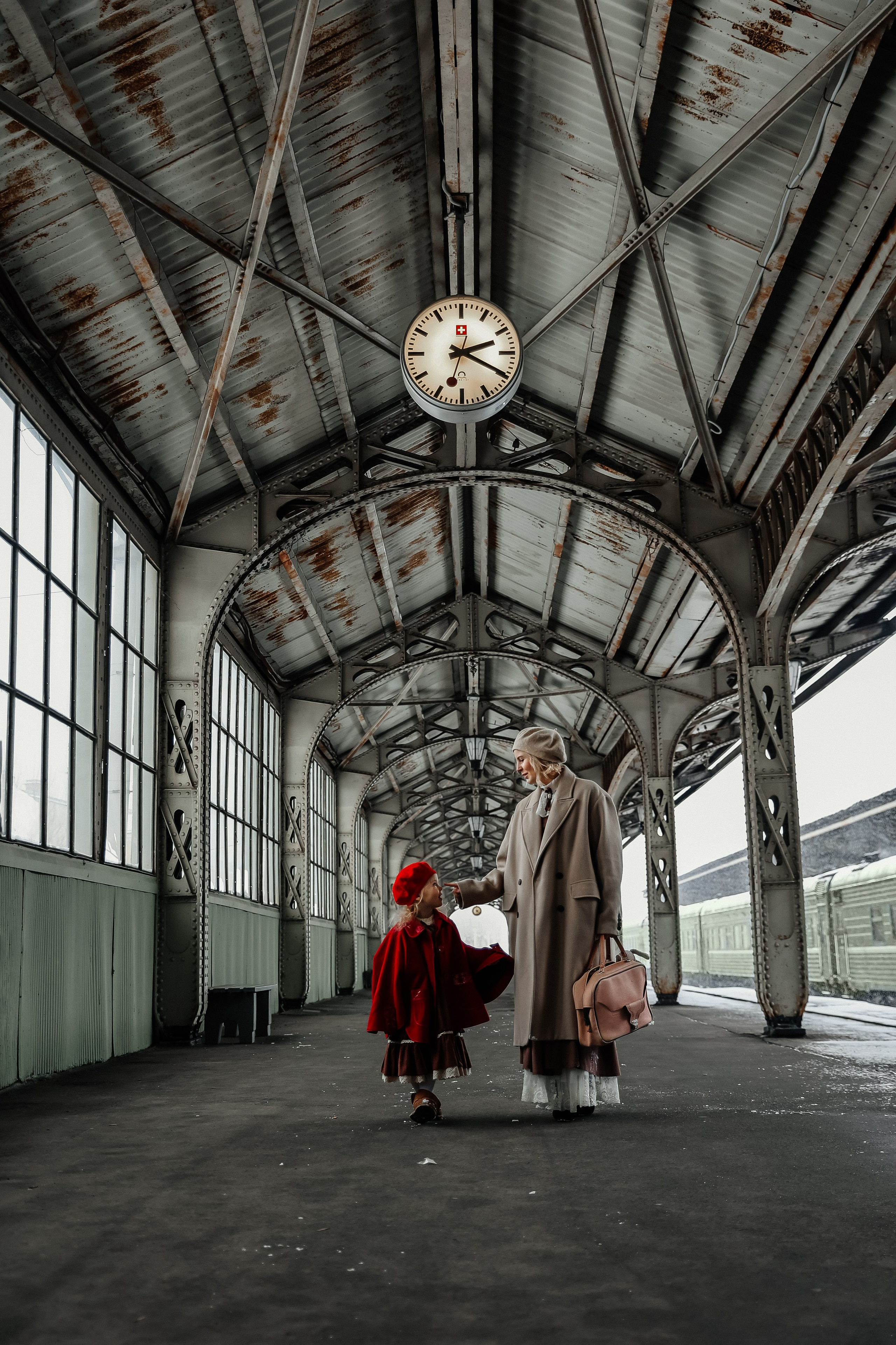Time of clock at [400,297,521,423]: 2:19
